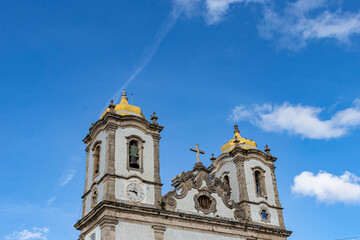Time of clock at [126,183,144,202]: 4:46
